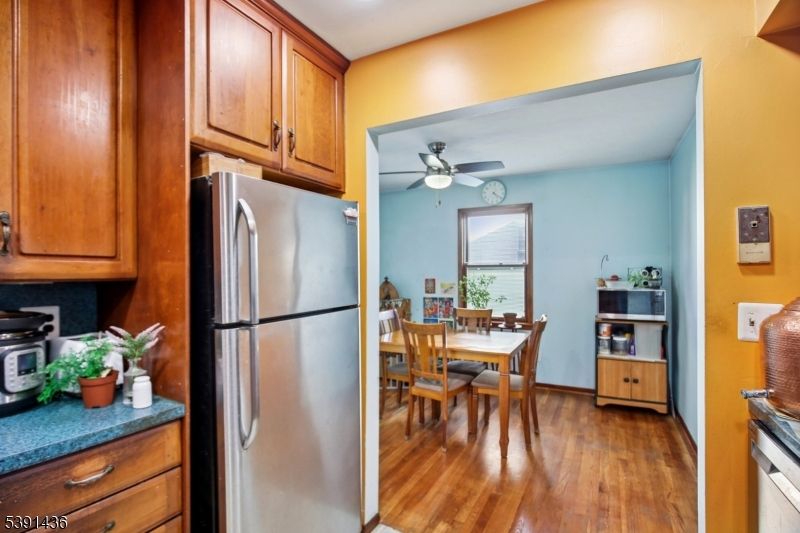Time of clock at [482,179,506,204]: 4:20
